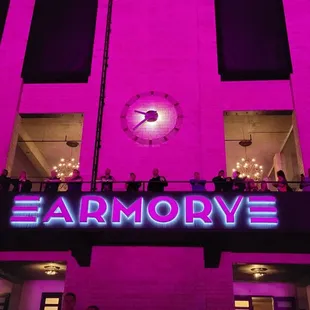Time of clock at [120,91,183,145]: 9:38
